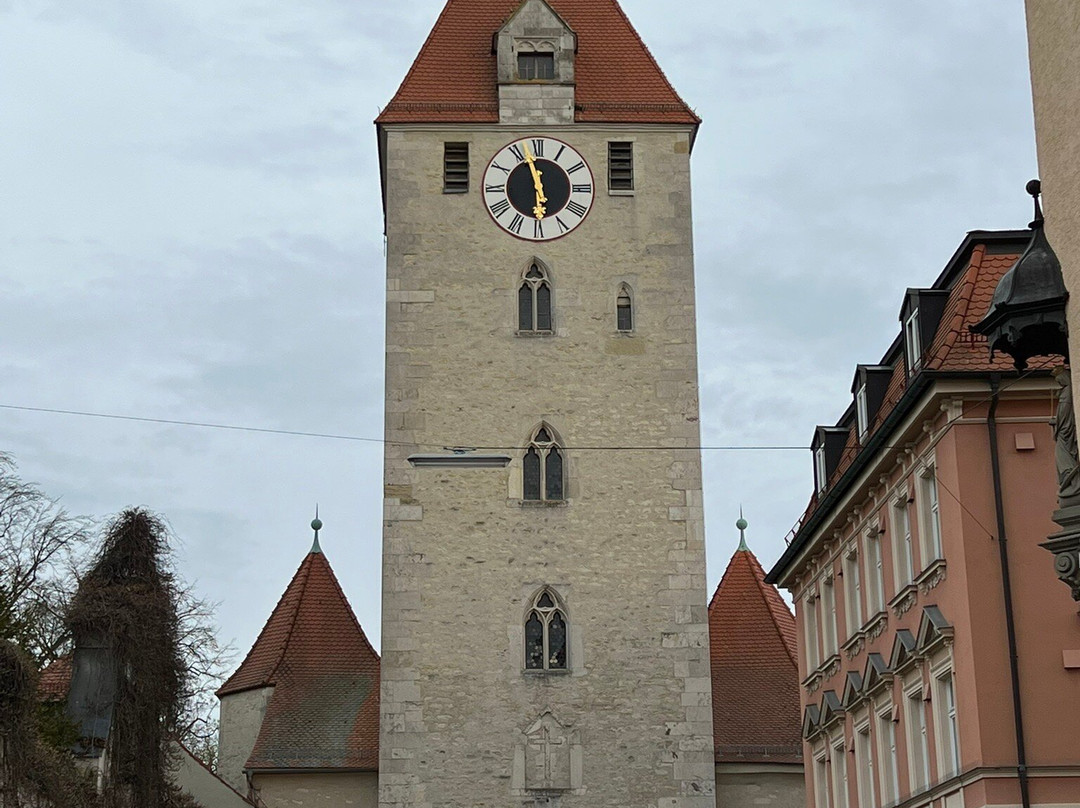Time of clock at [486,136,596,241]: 5:57
